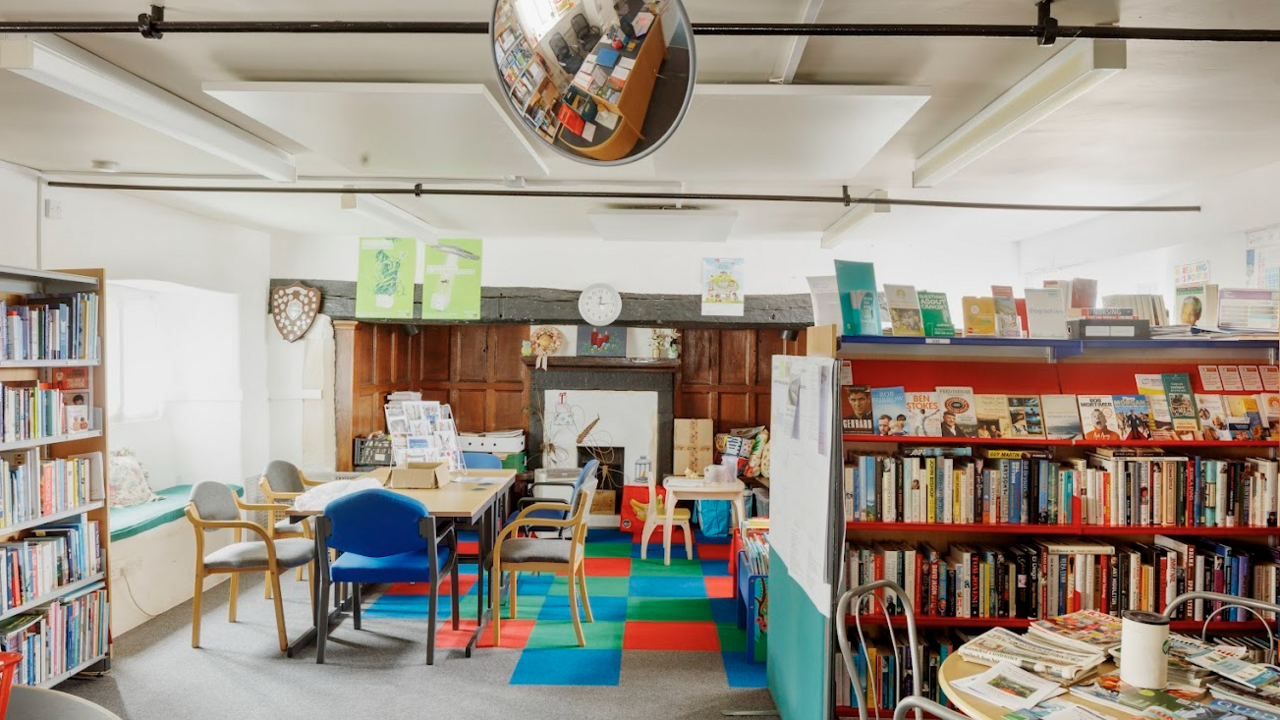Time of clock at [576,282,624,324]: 12:14
